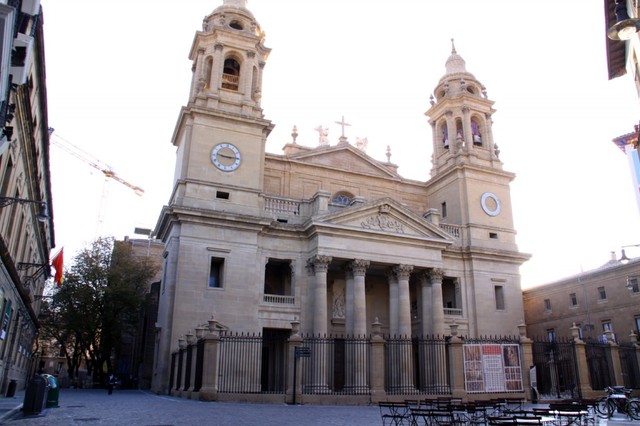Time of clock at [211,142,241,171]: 9:15
